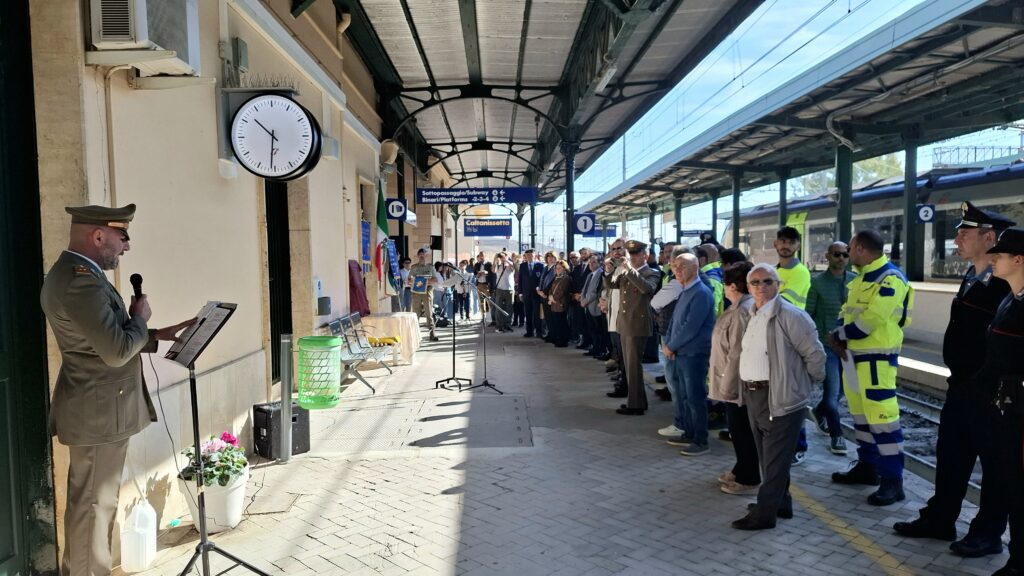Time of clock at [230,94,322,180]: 10:31
